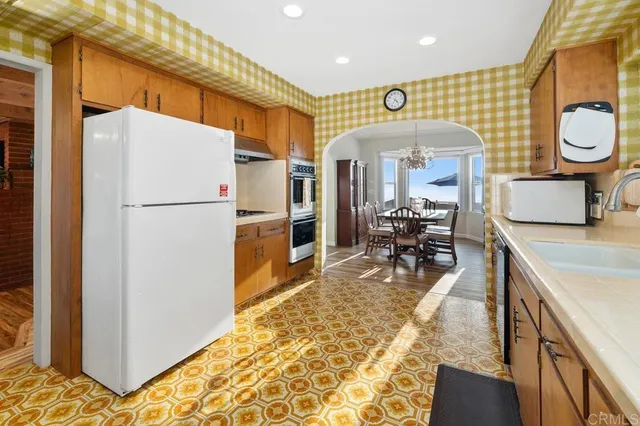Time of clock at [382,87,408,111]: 4:35
